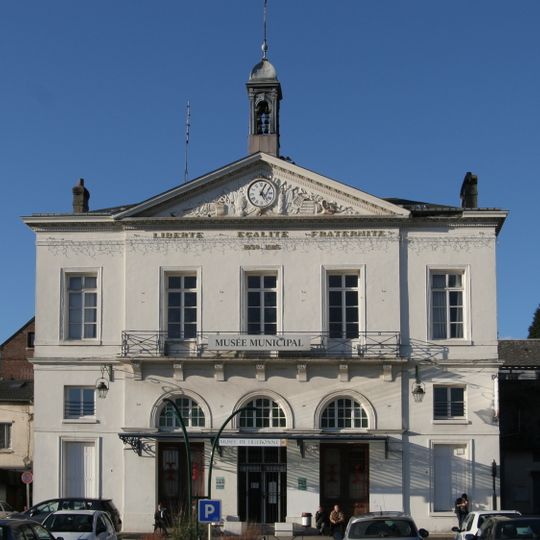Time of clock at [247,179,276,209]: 5:04
